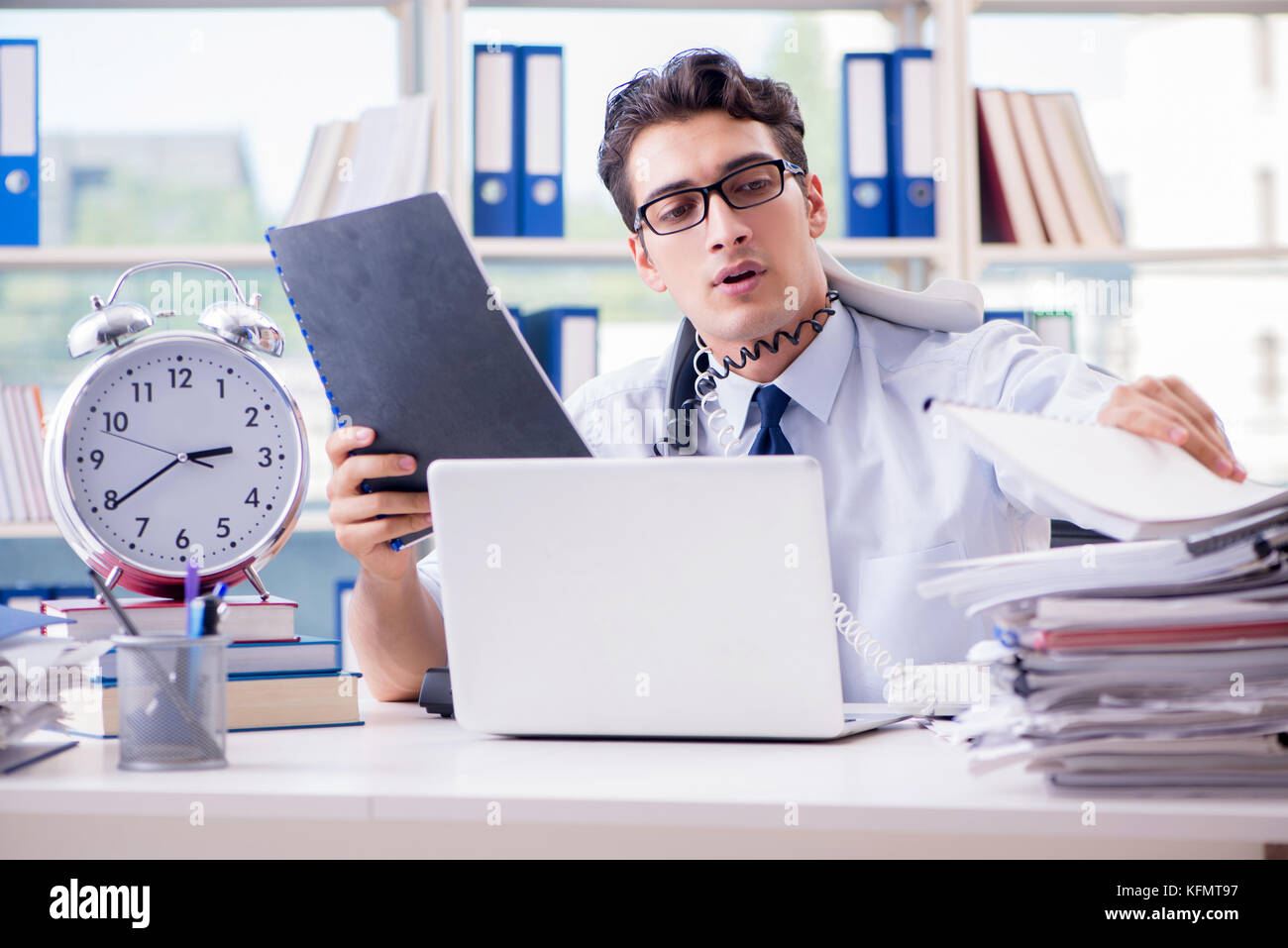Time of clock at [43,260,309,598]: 2:39
